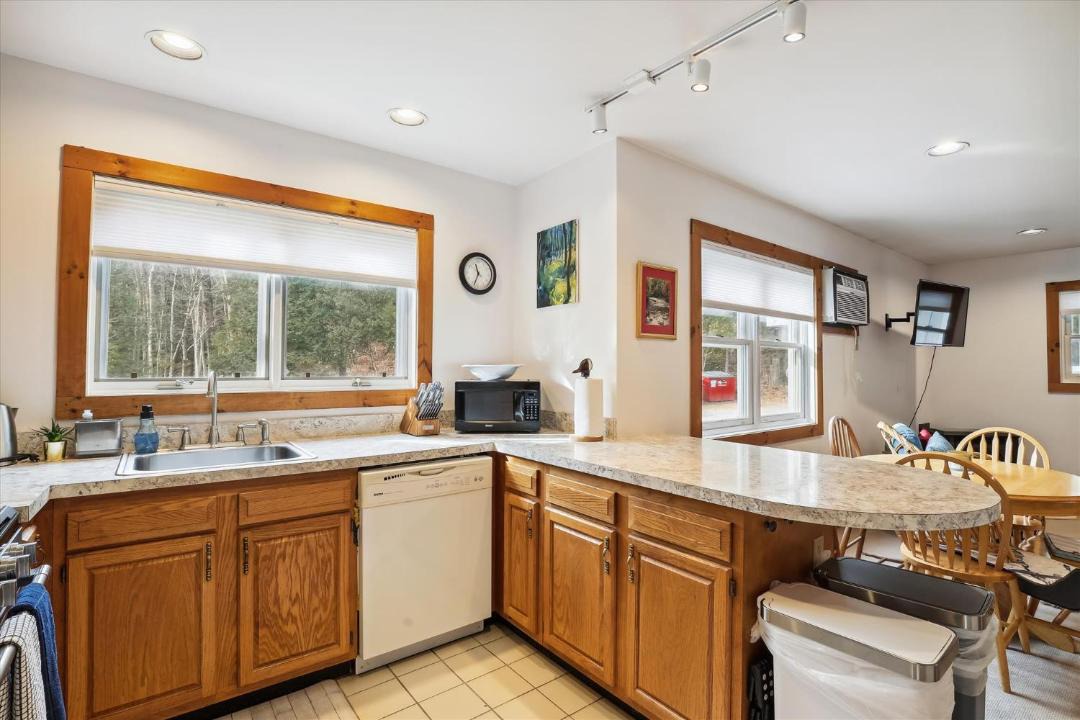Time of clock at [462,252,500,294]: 11:33
